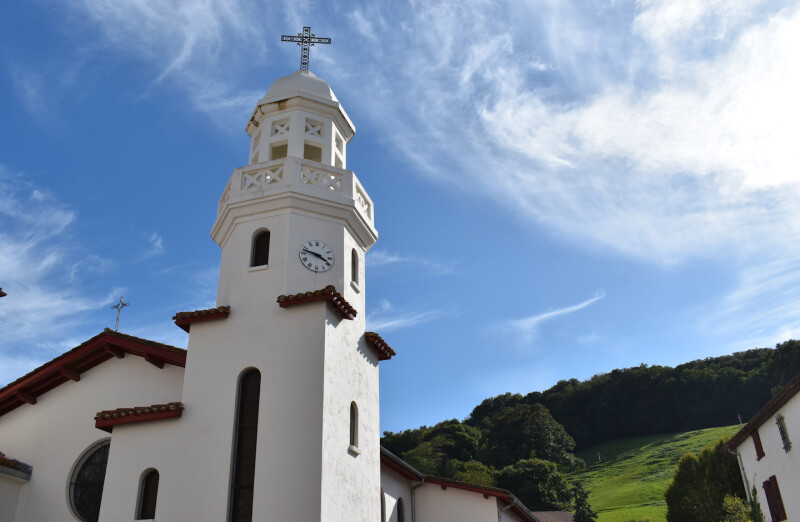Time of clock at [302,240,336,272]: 3:47
